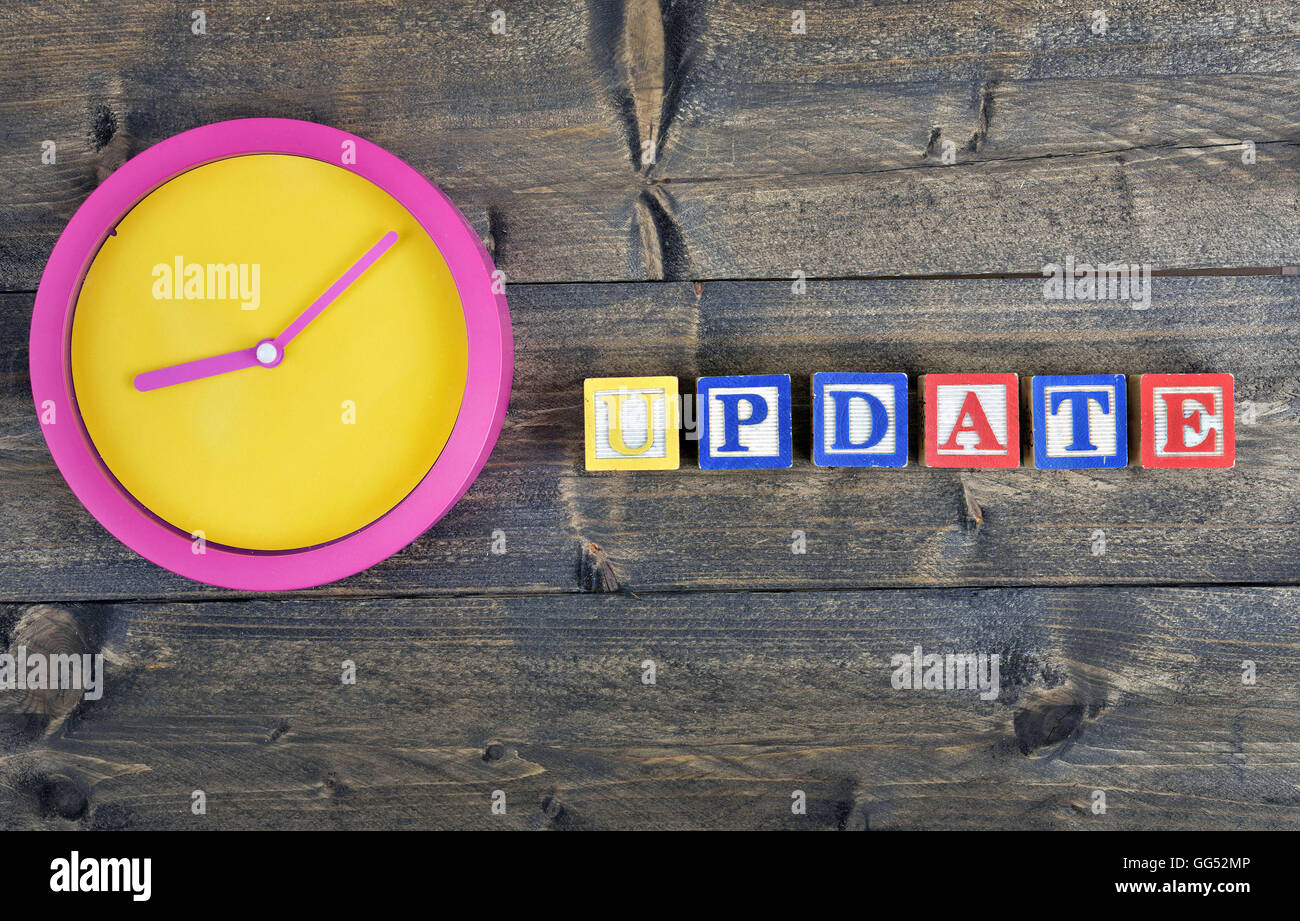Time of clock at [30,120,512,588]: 8:07
